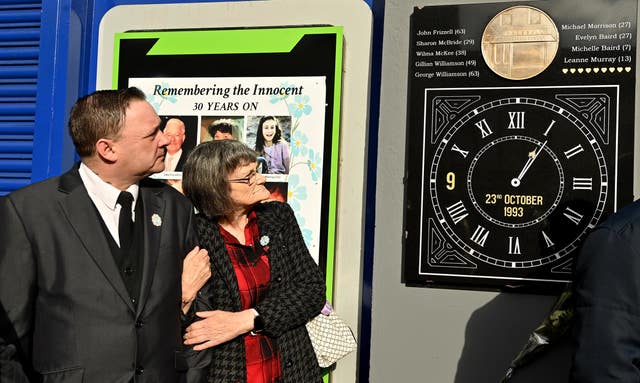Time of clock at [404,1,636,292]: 1:05
